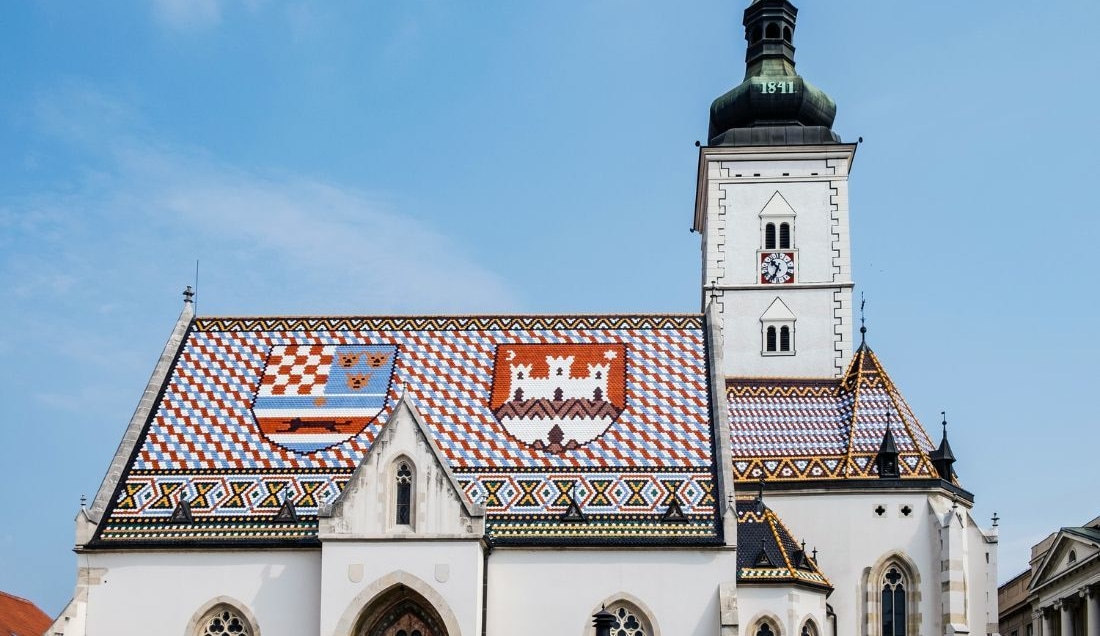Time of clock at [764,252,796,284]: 10:34
